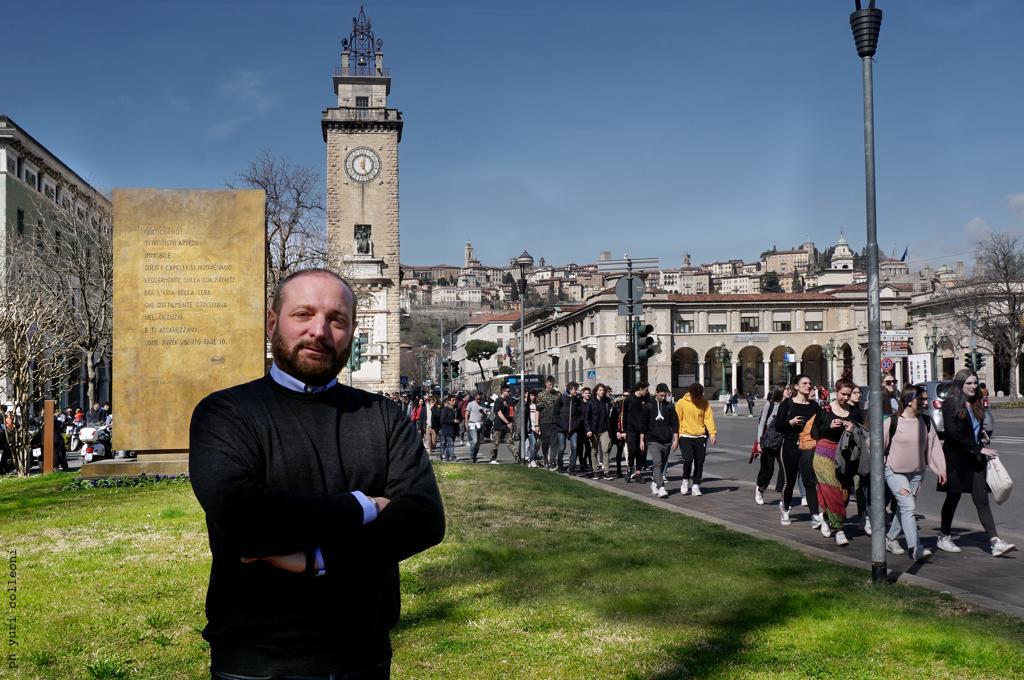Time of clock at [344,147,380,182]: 12:26
